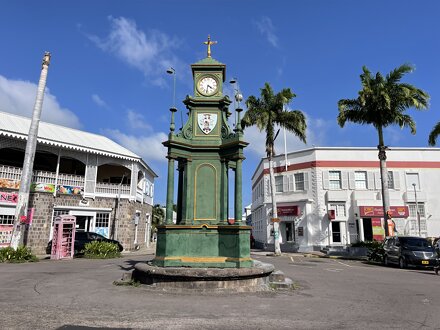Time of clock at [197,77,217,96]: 4:31
